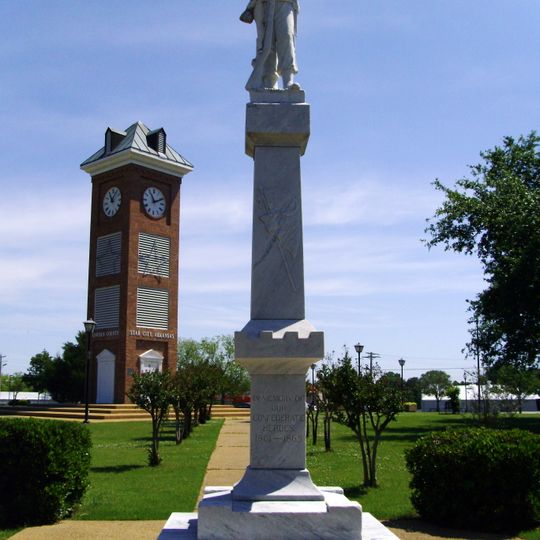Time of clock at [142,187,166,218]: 11:10
